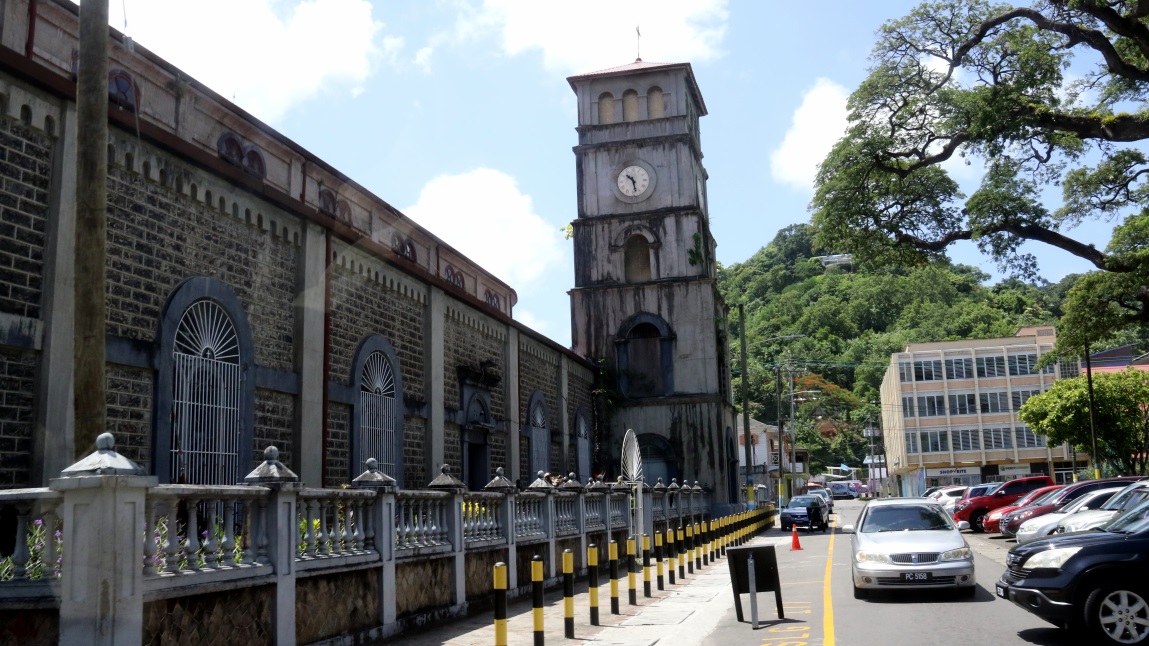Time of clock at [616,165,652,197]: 10:28
